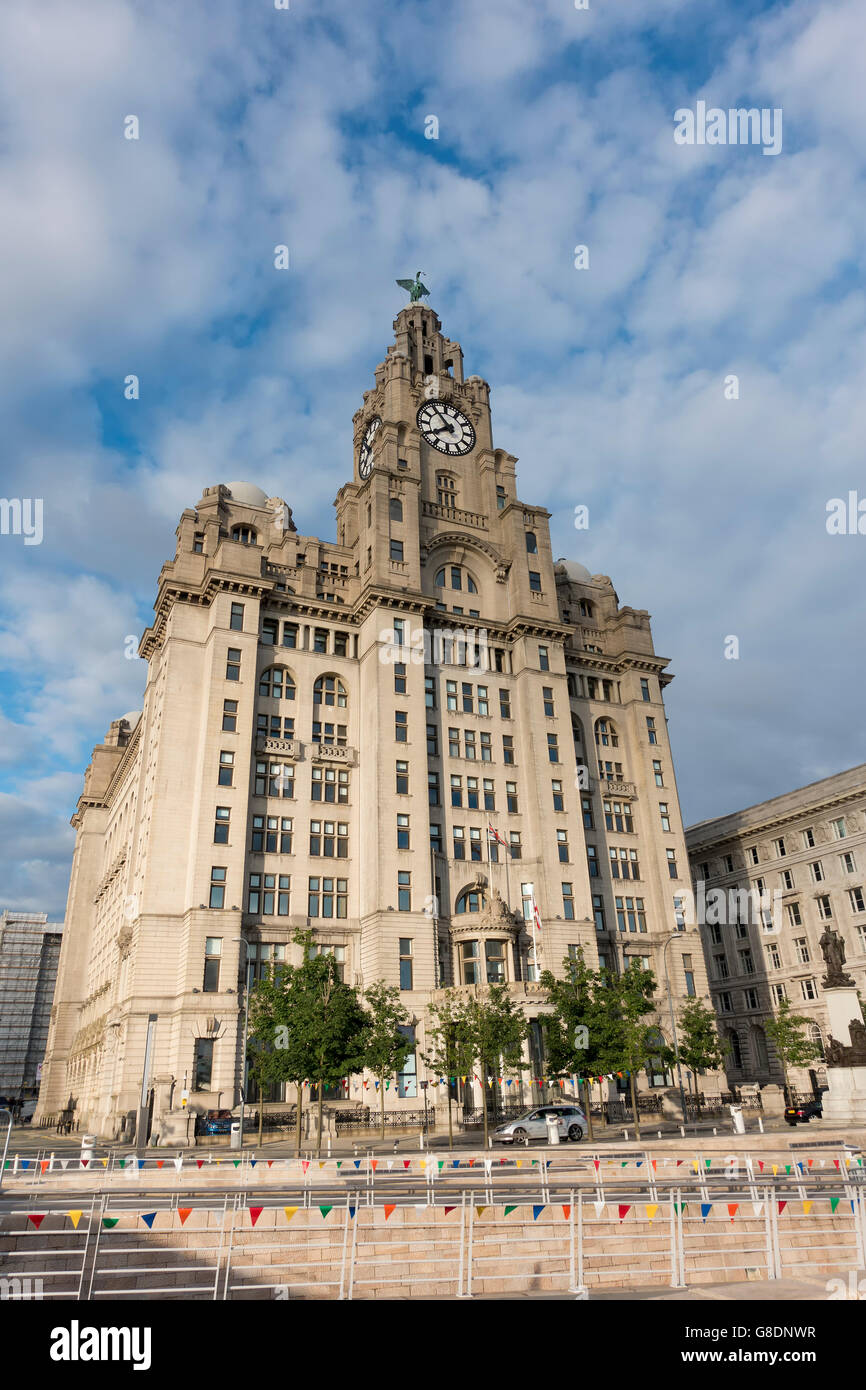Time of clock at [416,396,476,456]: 7:53
